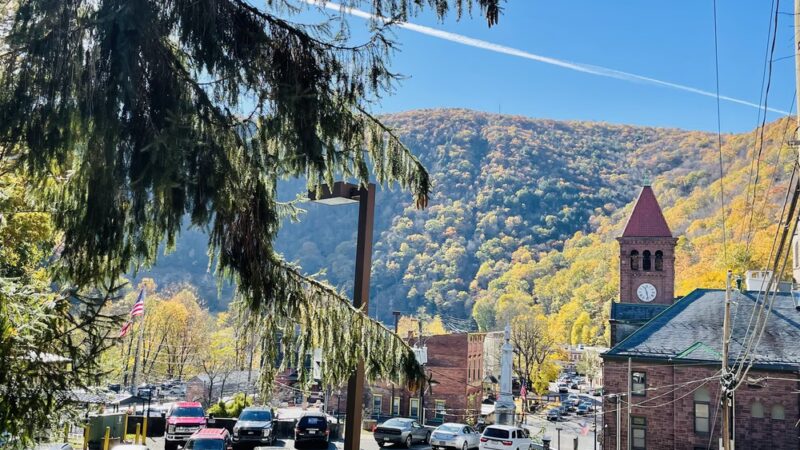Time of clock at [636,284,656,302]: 11:28
